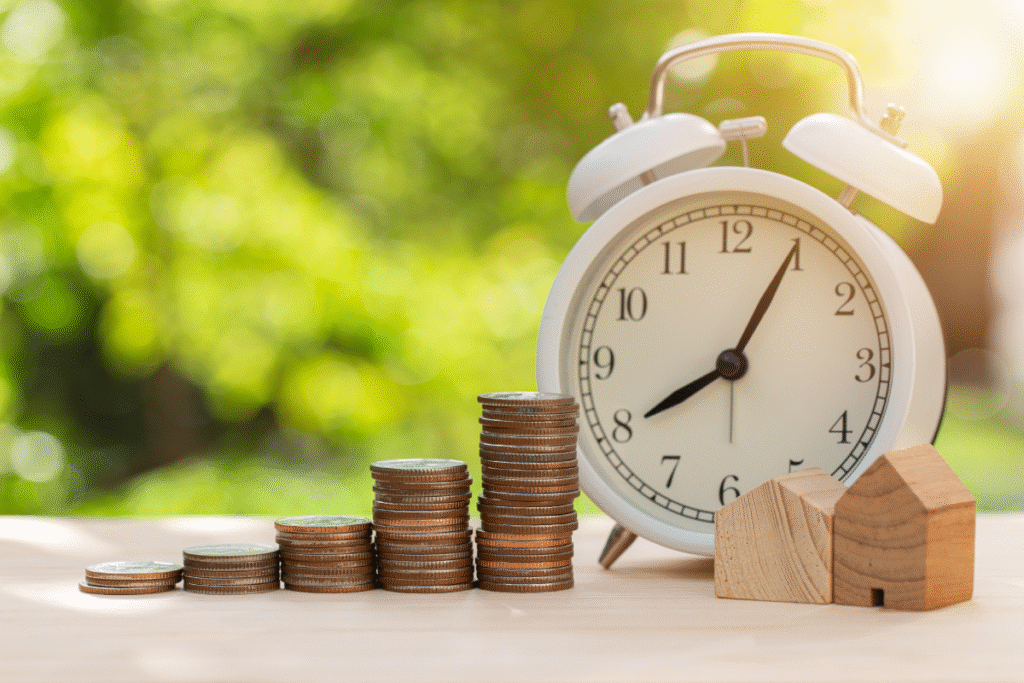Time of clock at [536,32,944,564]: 8:04
